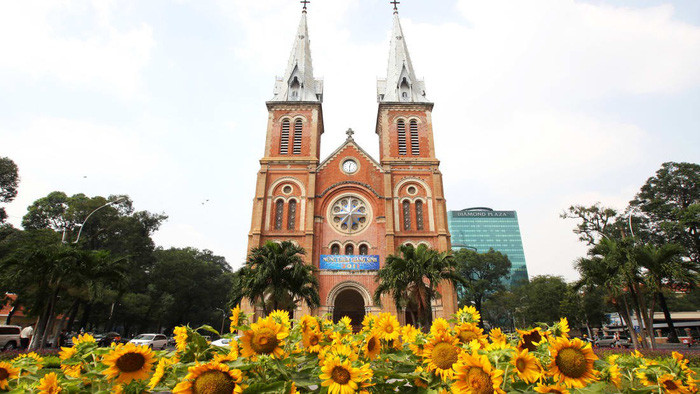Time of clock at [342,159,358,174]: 12:30
